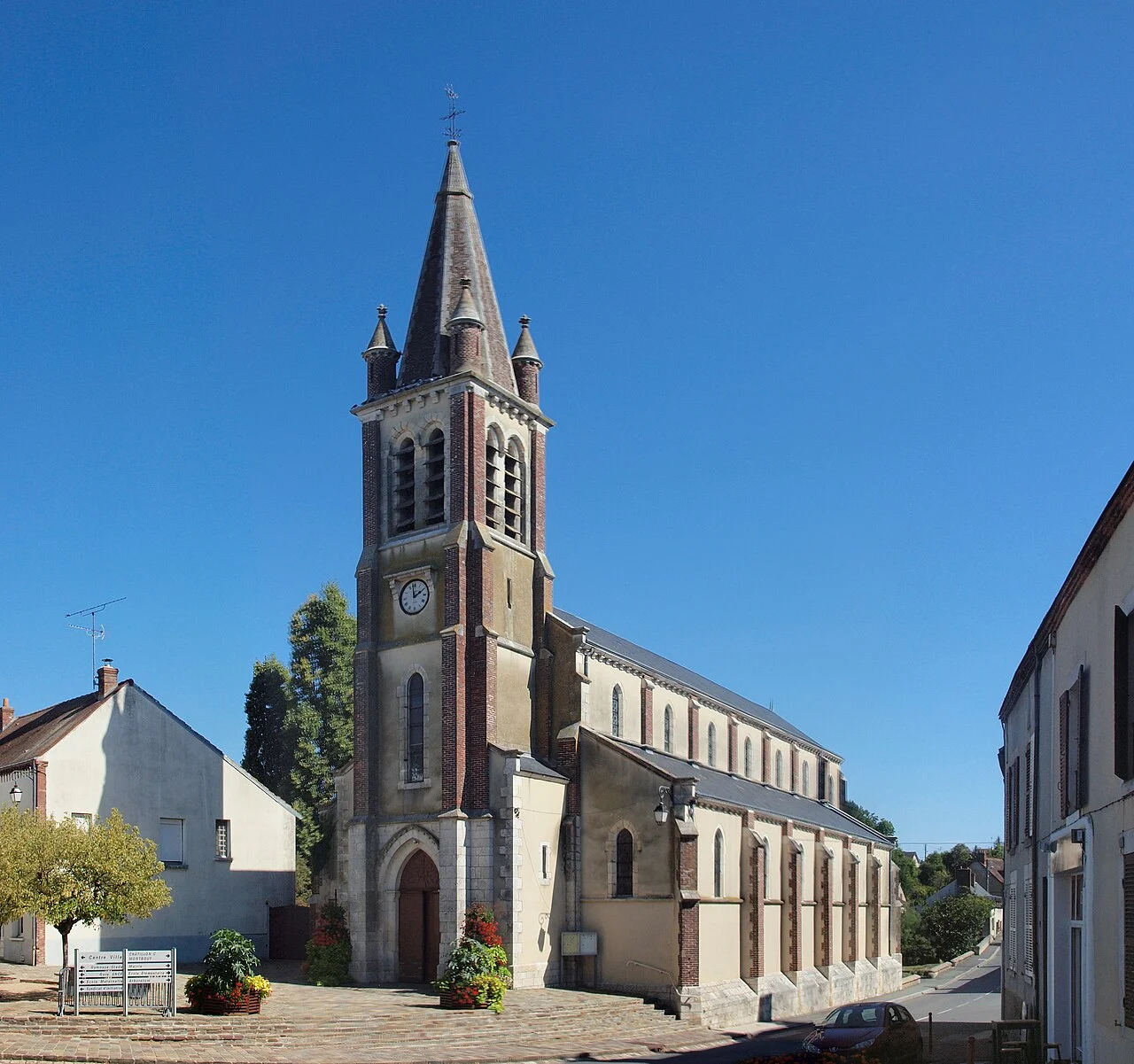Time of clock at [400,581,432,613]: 1:58
